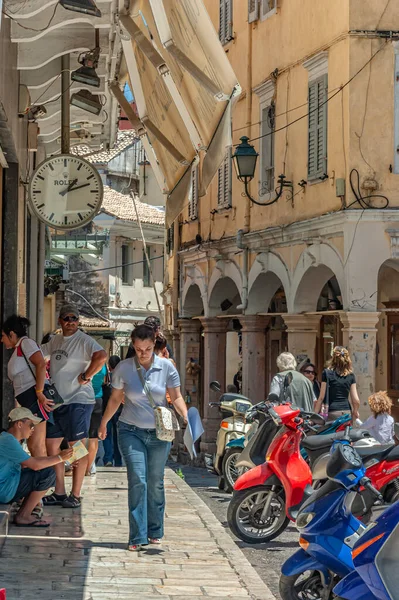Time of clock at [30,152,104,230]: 1:12
